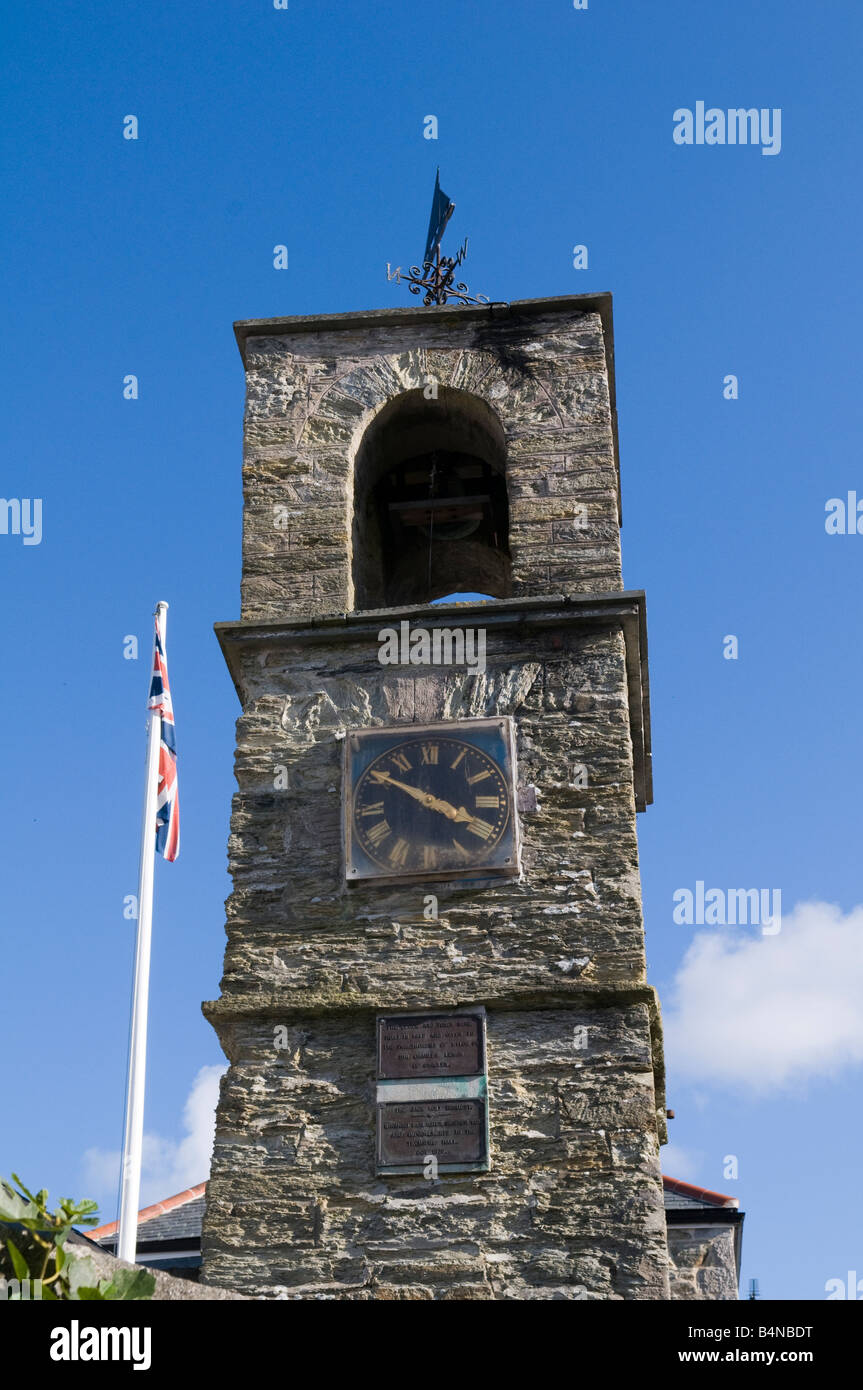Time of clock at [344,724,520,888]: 3:50
